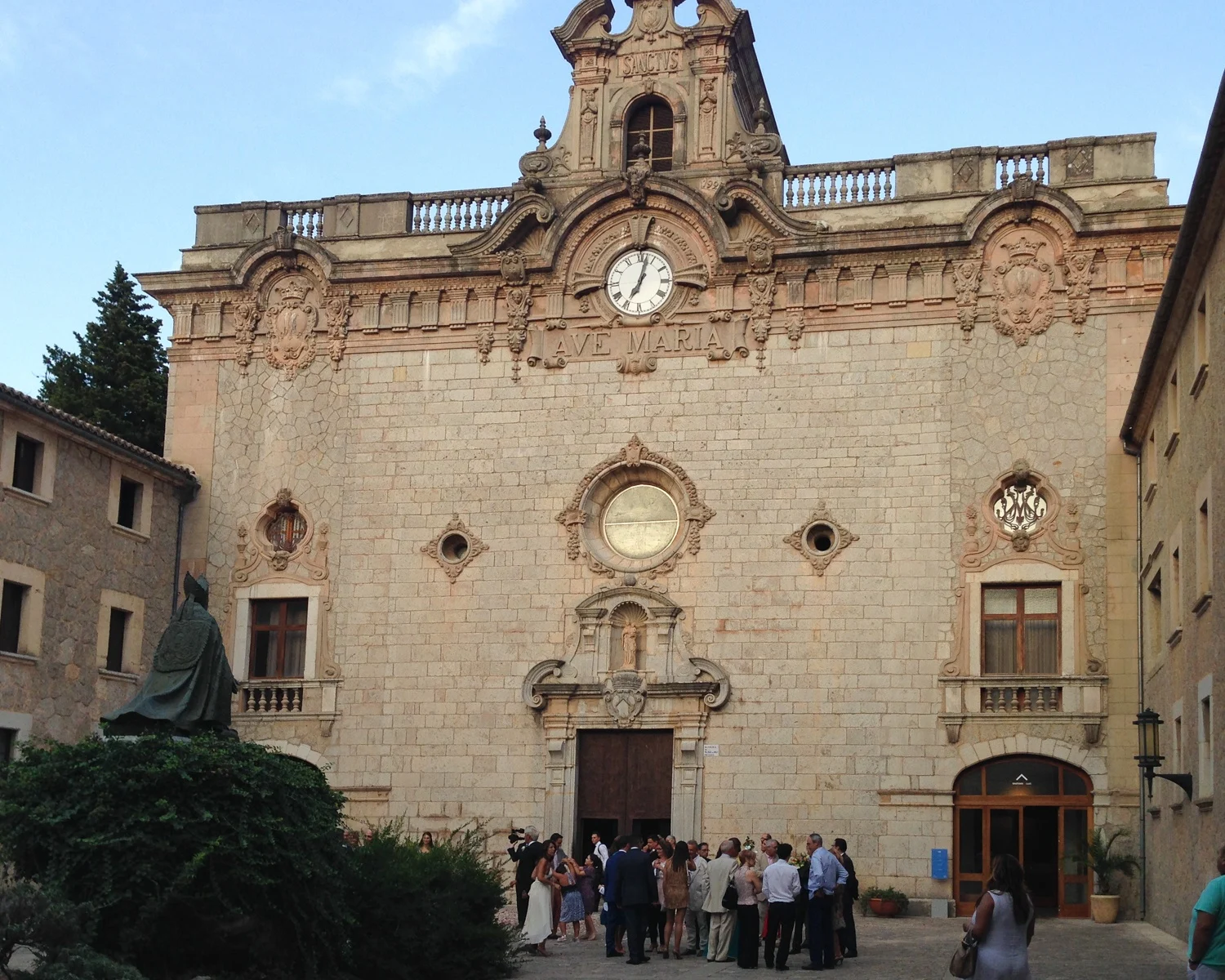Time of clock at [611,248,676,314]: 7:02
